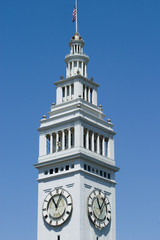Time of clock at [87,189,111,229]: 11:05
